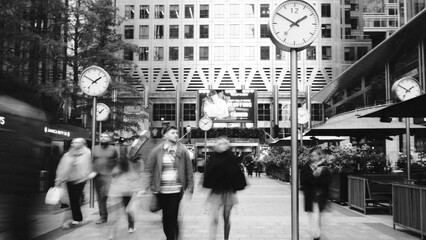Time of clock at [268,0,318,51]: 1:50
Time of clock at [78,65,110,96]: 1:50
